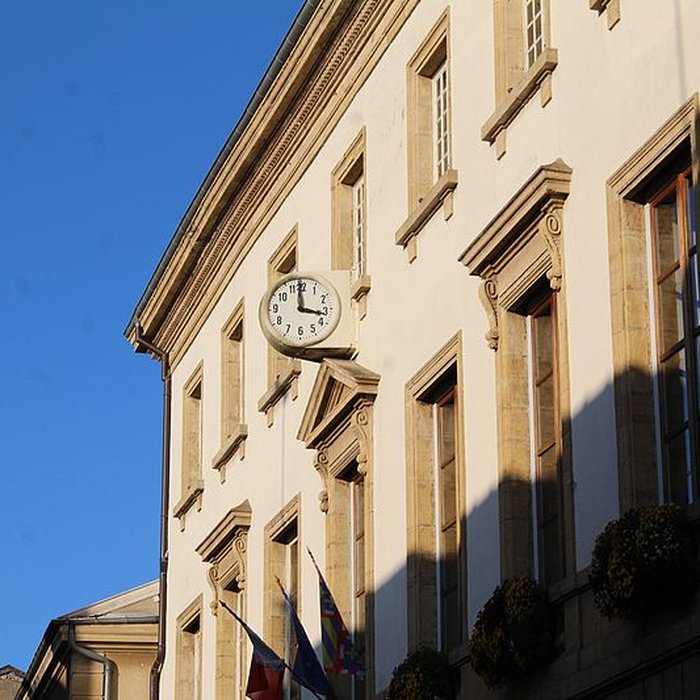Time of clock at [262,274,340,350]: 3:16
